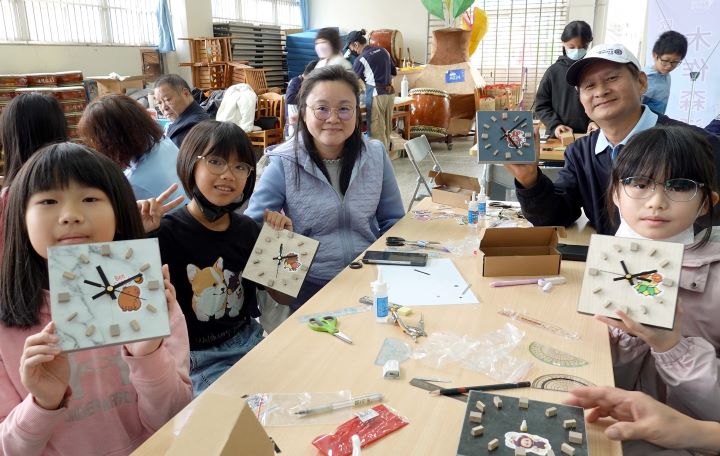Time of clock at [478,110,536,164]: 5:08
